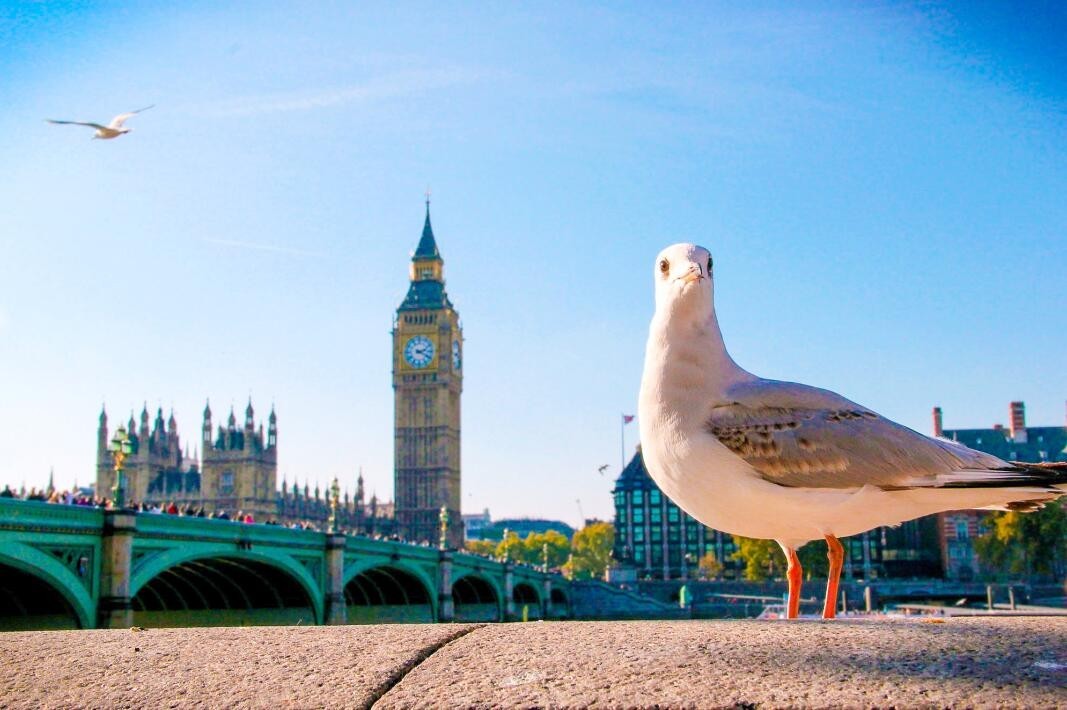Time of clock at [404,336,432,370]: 2:19
